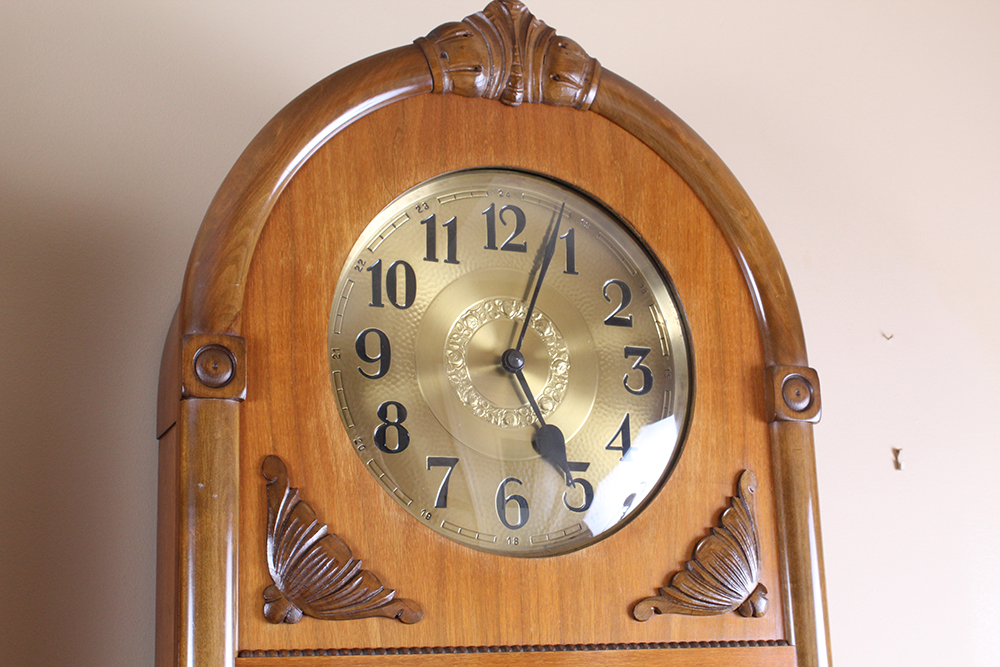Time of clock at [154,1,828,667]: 5:03
